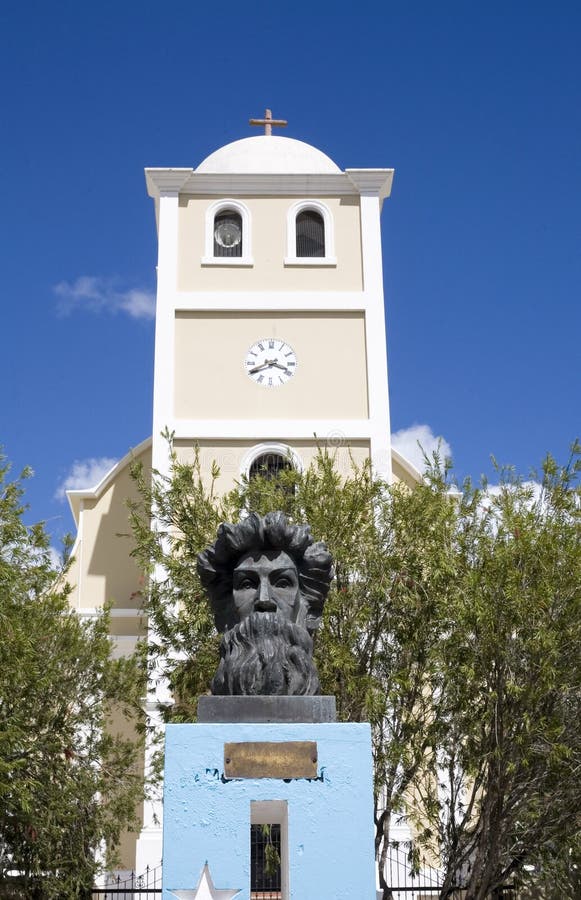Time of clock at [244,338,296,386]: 3:40
